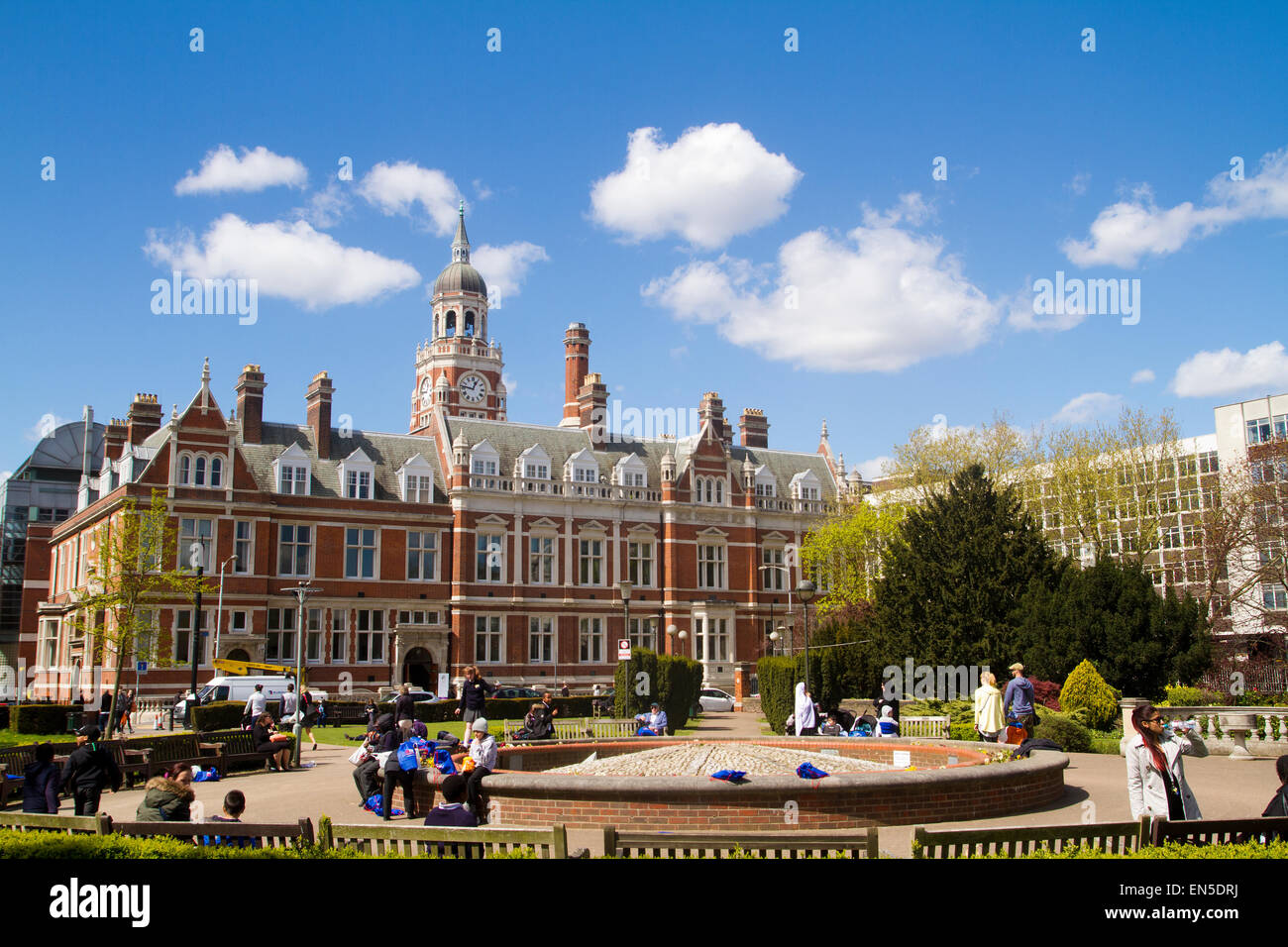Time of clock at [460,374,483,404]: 12:46
